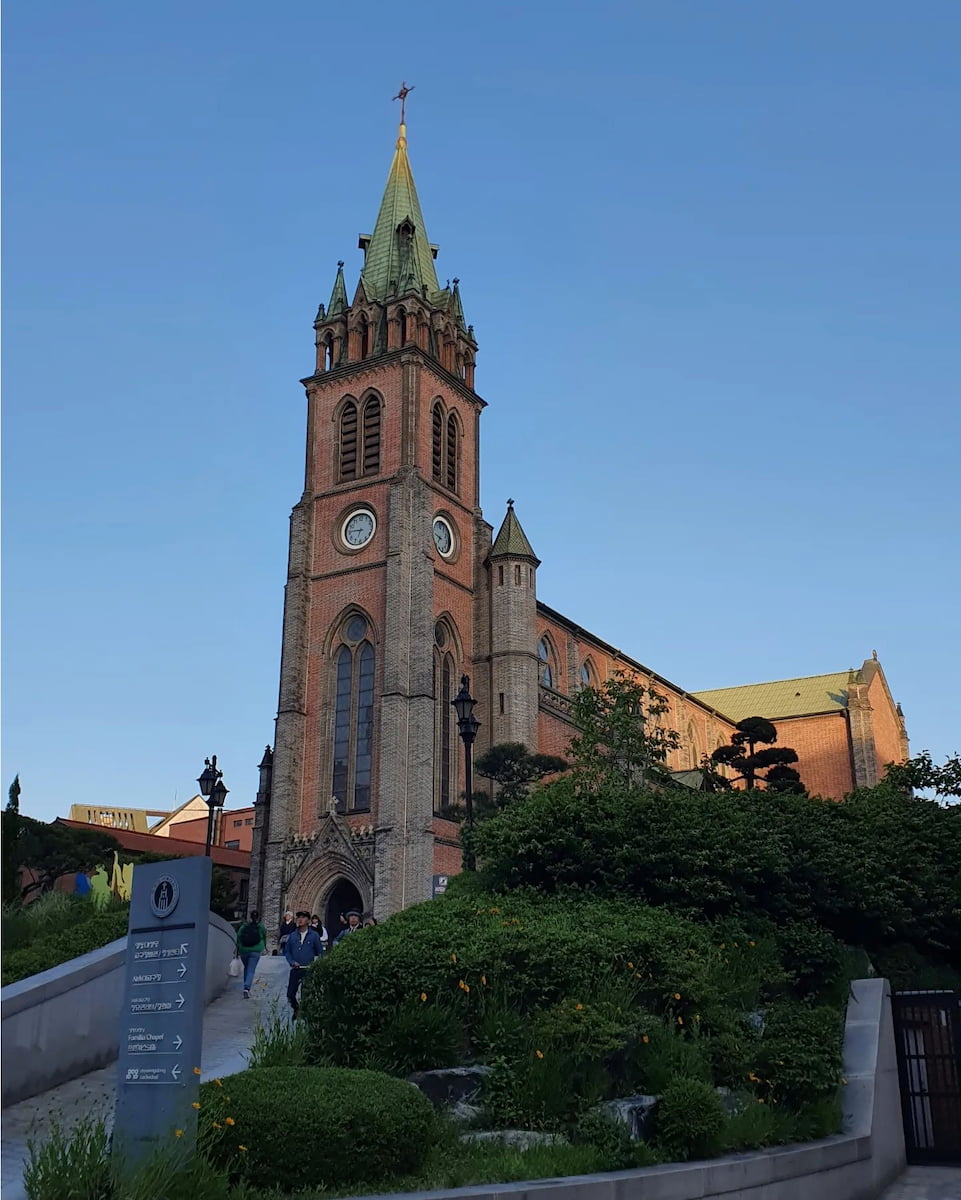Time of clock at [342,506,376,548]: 6:45
